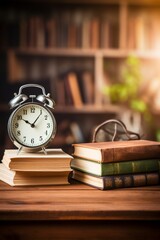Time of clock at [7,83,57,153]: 10:06
